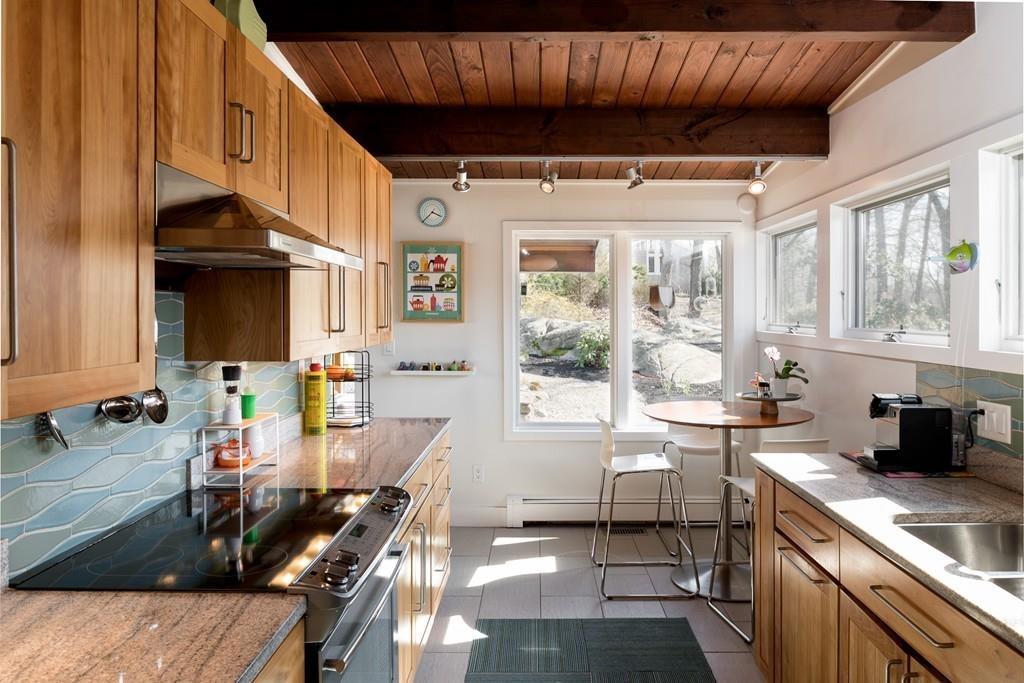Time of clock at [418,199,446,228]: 3:37
